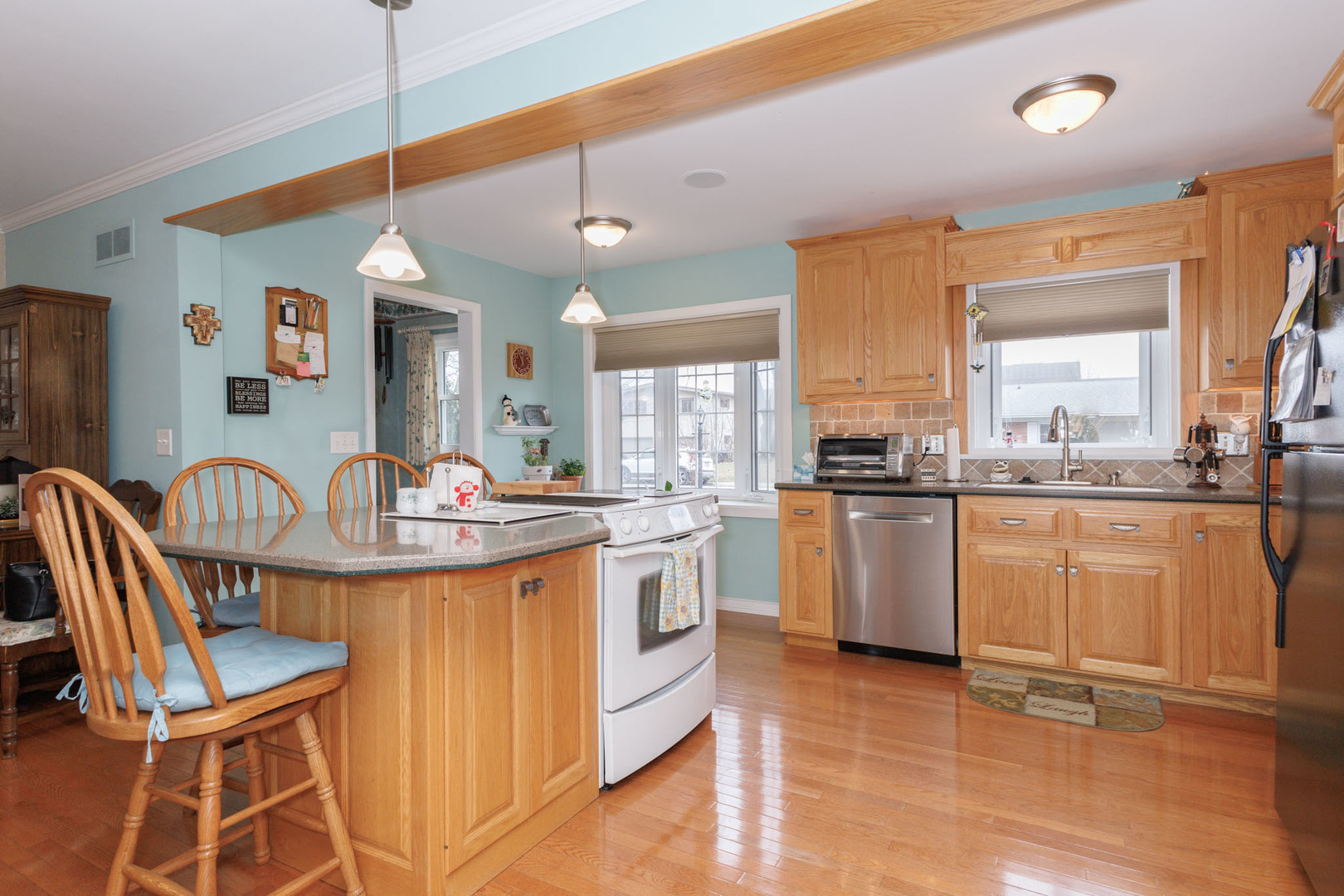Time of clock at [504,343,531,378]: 11:02
